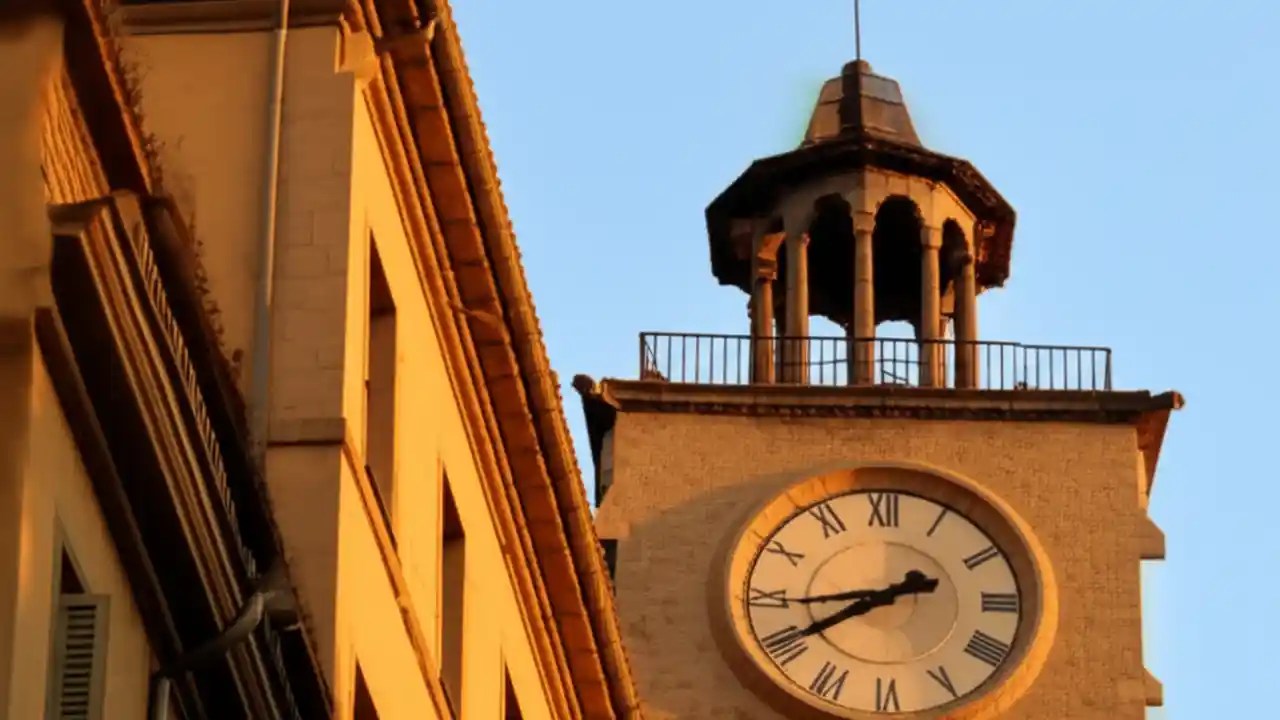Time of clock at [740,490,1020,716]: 8:40
